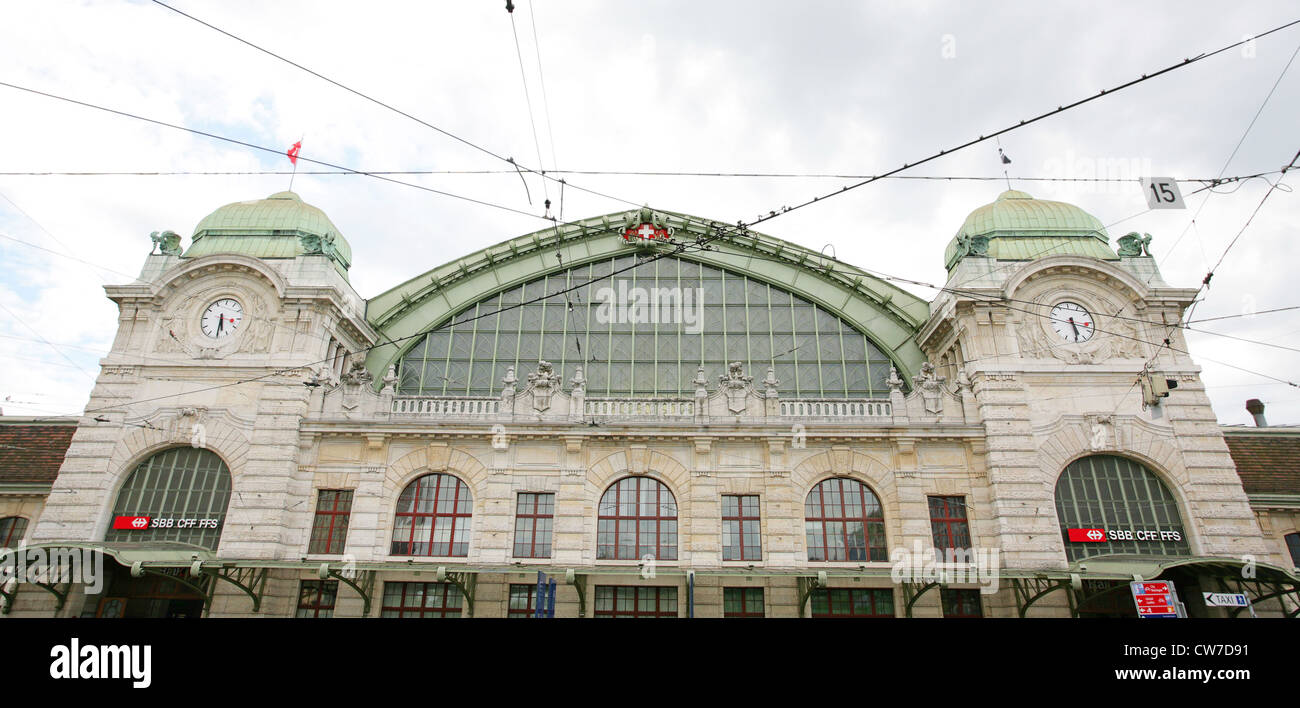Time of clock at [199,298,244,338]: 5:30
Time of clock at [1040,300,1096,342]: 5:29
